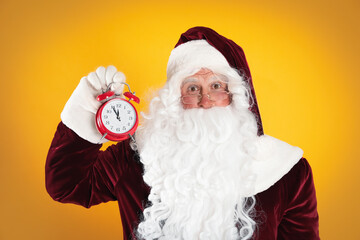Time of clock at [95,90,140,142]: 11:54
